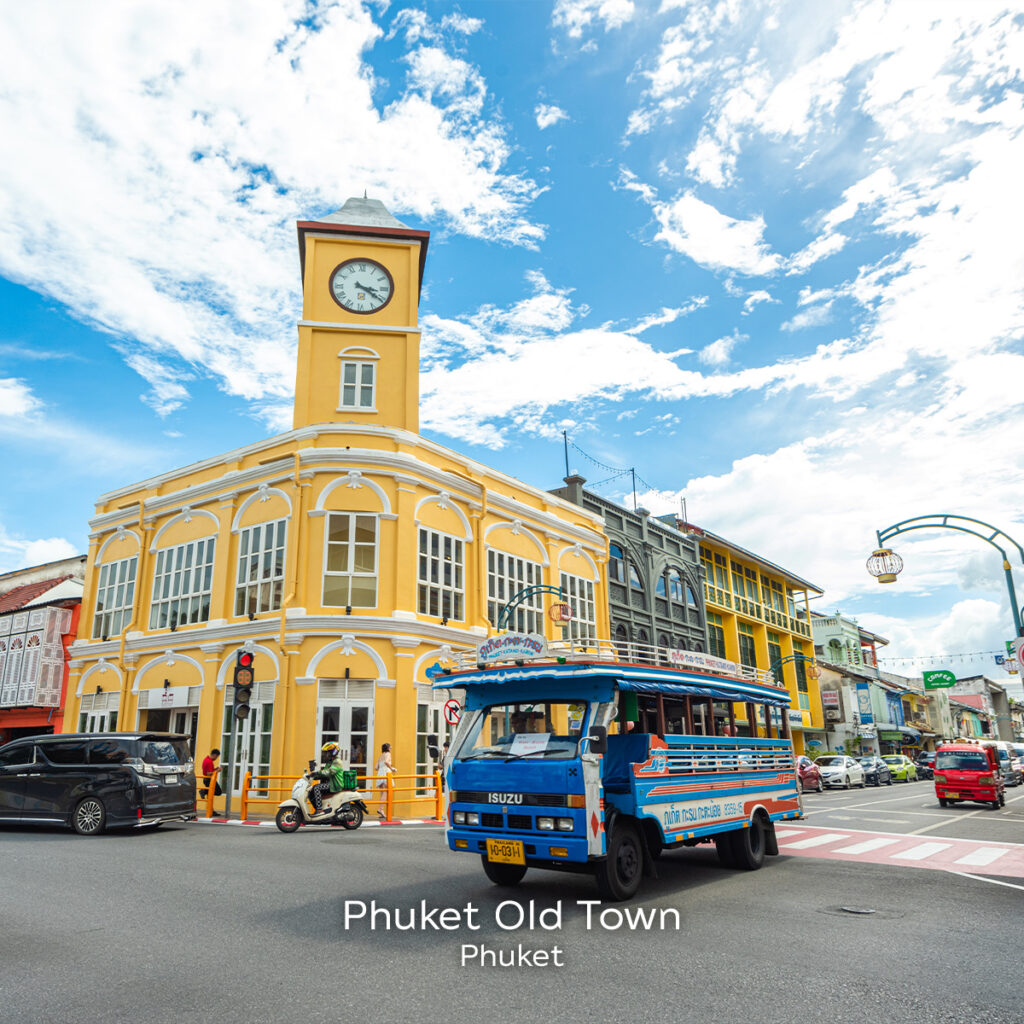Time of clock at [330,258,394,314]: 3:20
